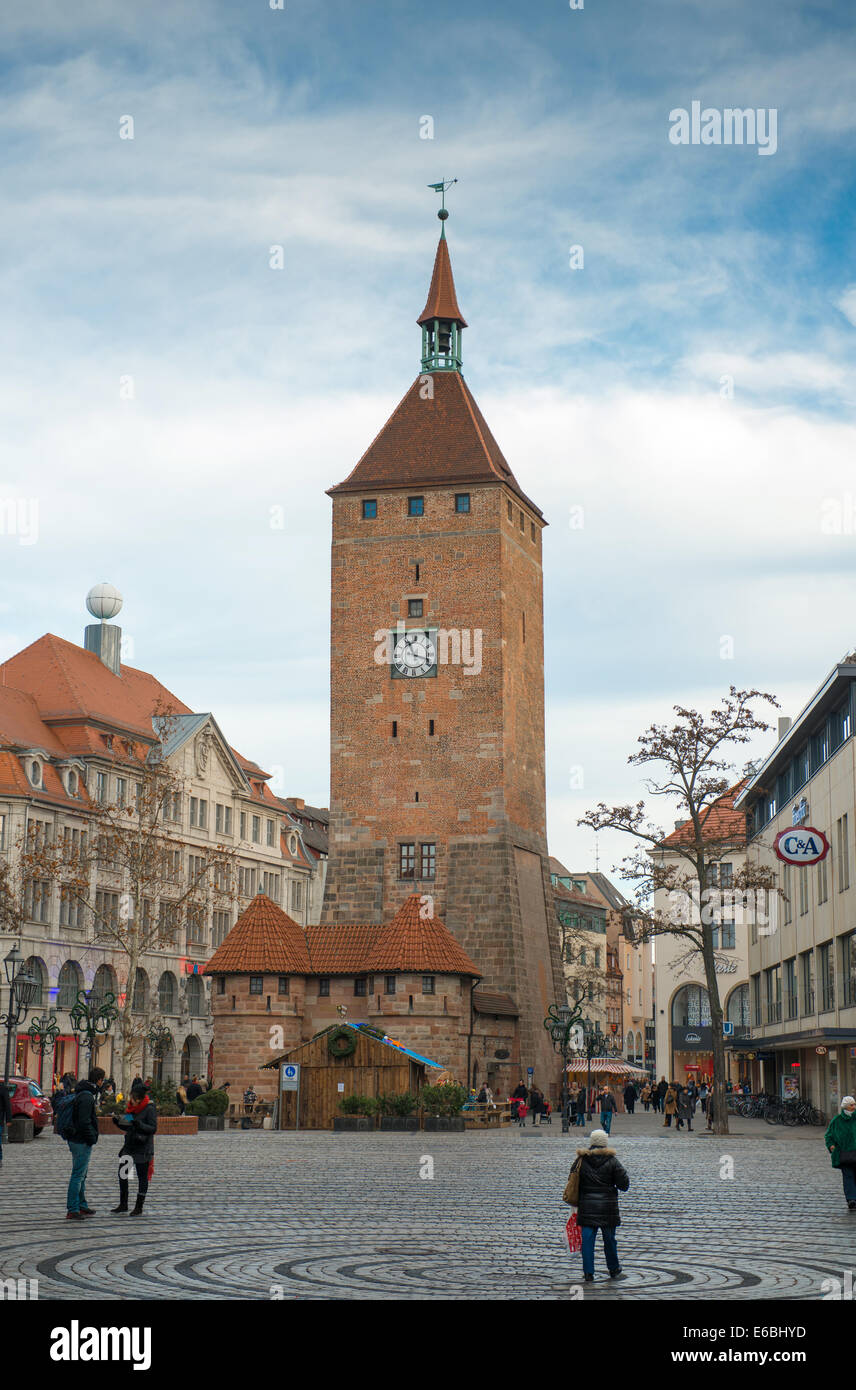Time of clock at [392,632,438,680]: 11:18
